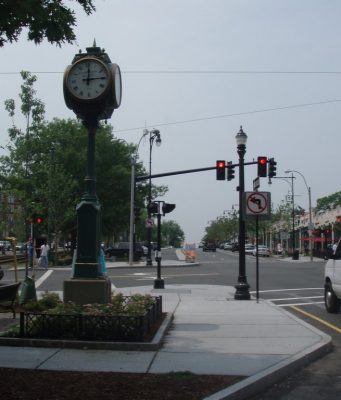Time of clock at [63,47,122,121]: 12:14
